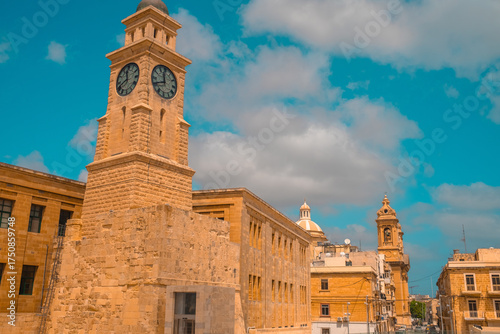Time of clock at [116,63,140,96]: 11:40
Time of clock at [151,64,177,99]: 11:40
